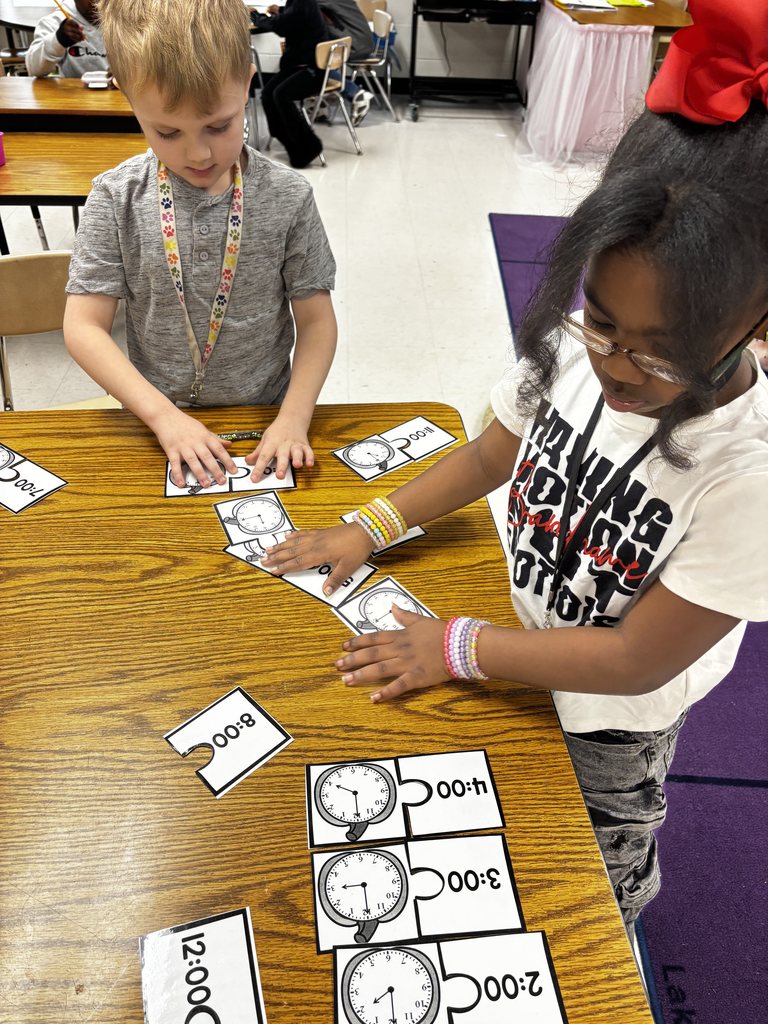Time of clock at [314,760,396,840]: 5:50
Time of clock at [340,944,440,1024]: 7:30
